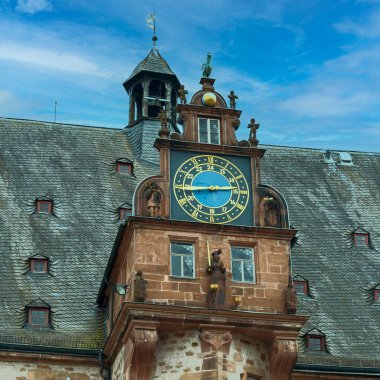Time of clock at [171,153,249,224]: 2:44
